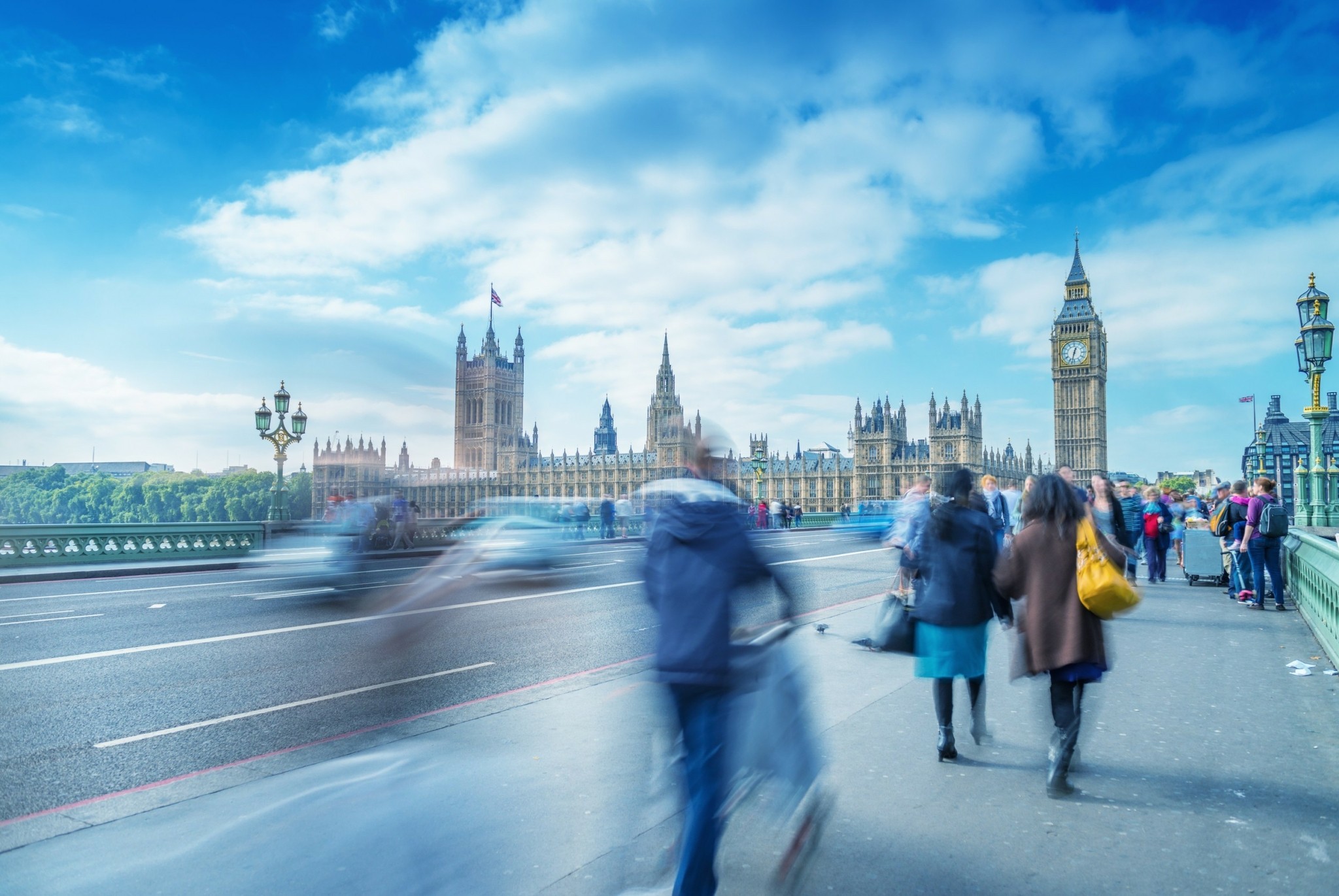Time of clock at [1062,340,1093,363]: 12:32
